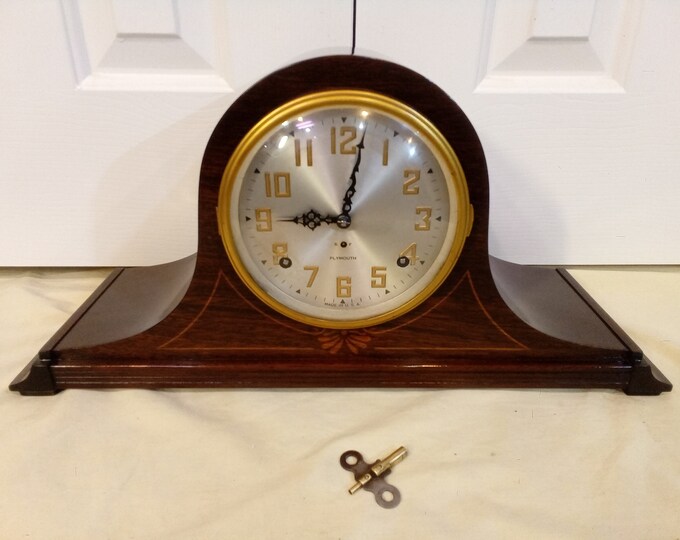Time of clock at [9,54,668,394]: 9:01
